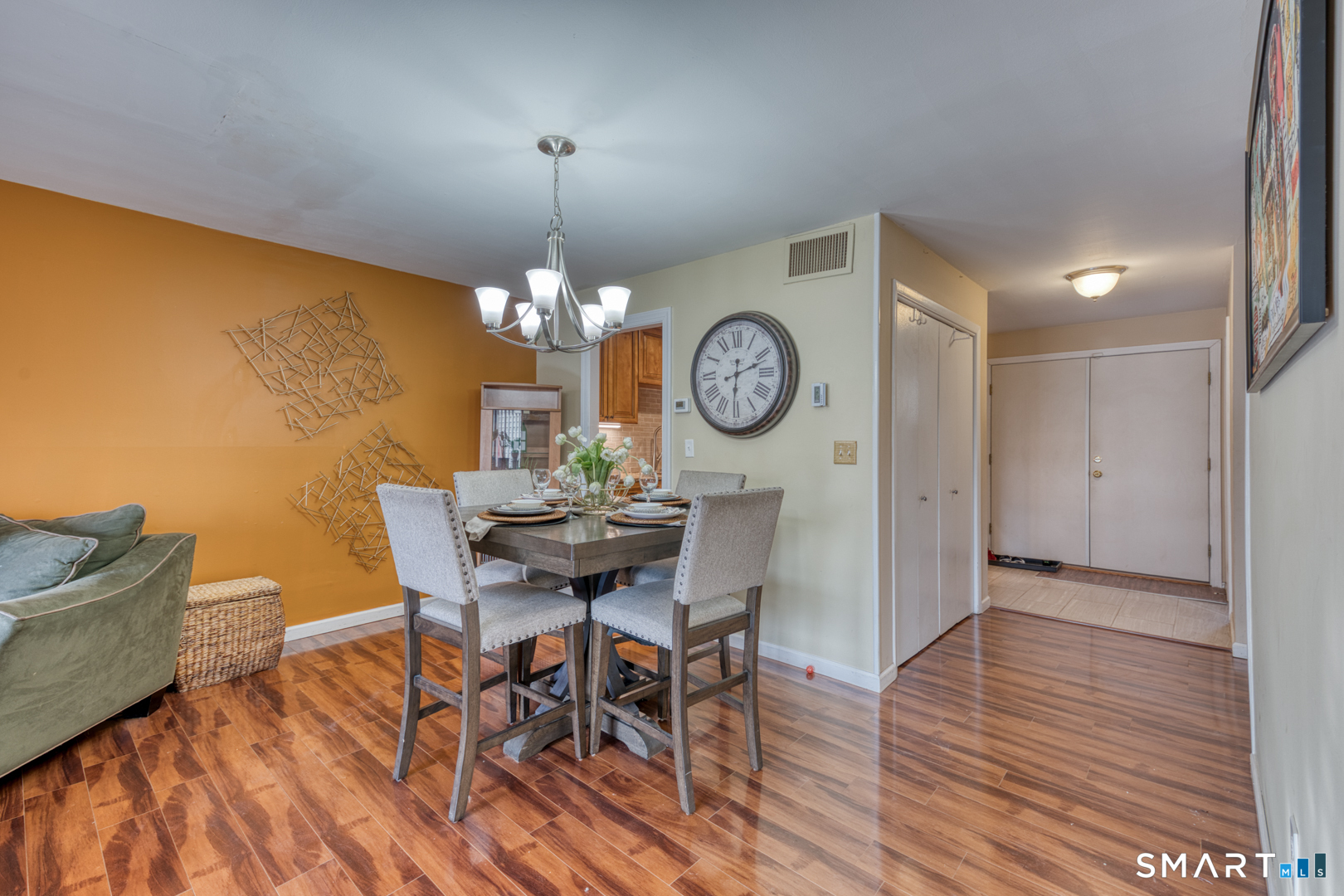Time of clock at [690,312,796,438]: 6:11
